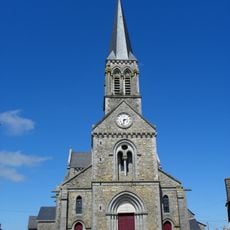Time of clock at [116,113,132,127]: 2:32
